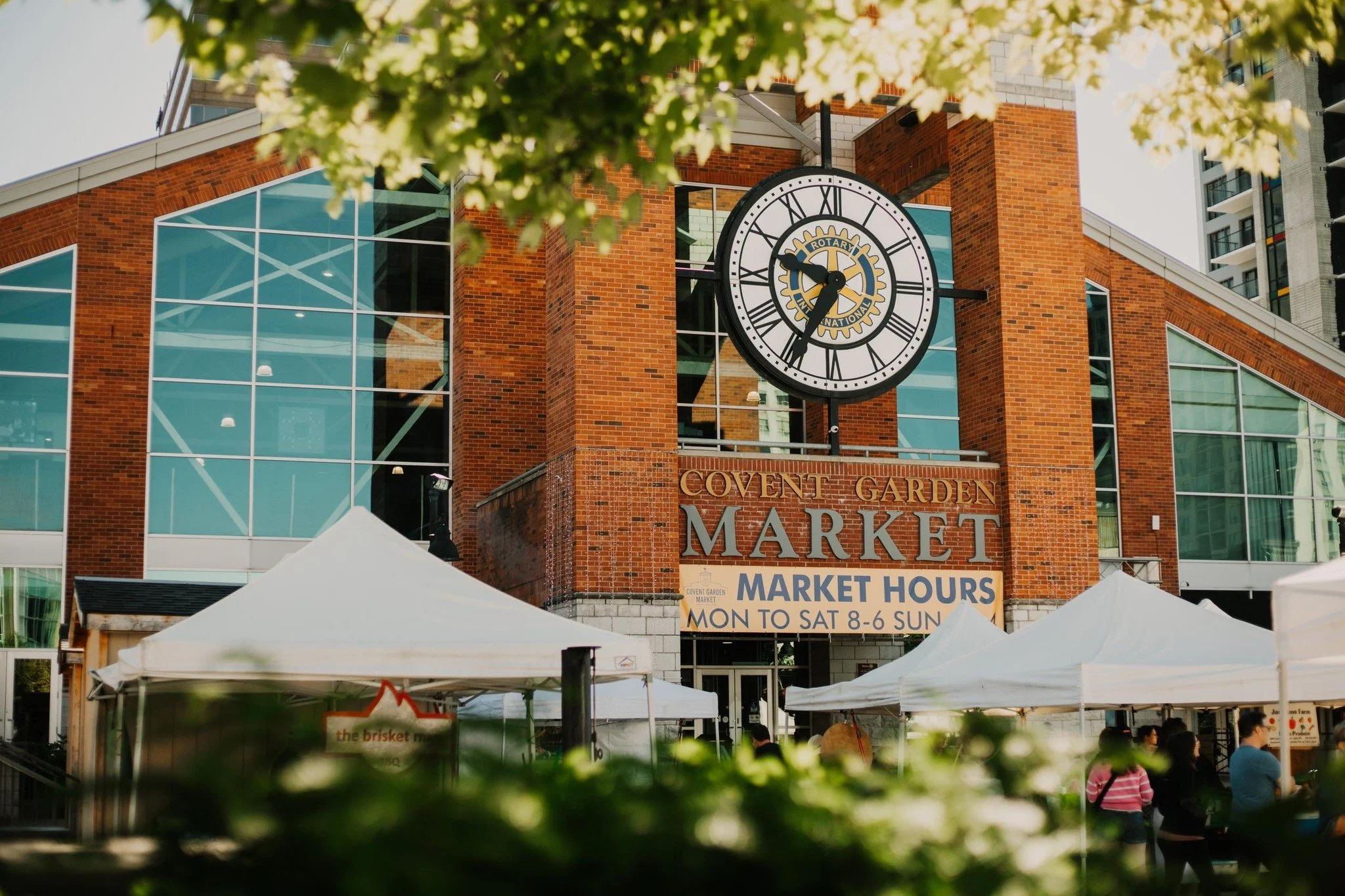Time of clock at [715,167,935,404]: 9:34
